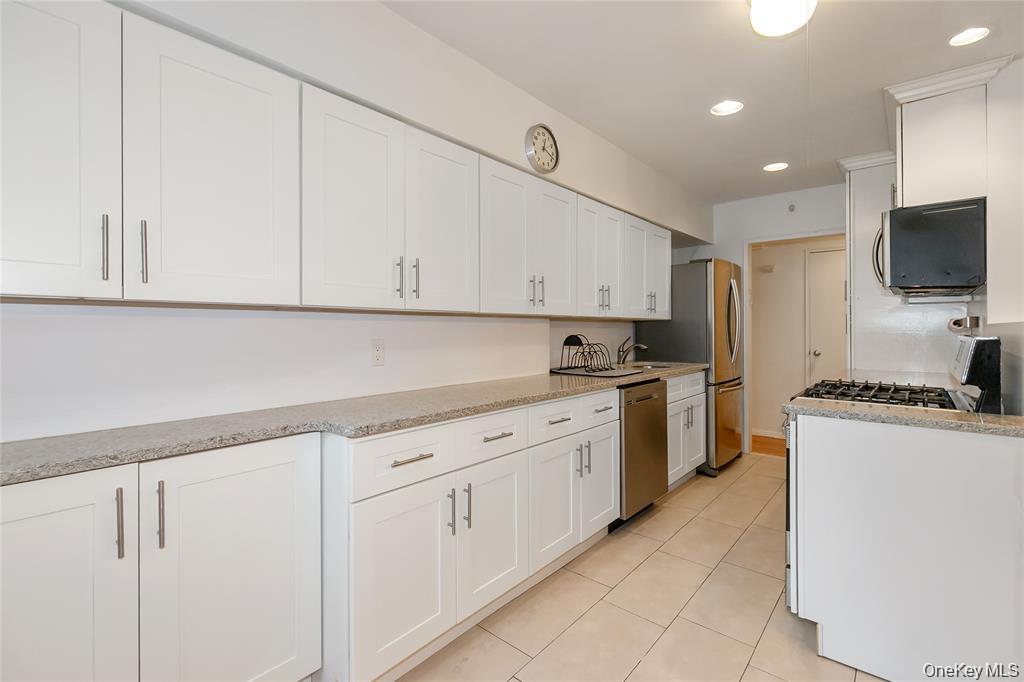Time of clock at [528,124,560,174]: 12:18
